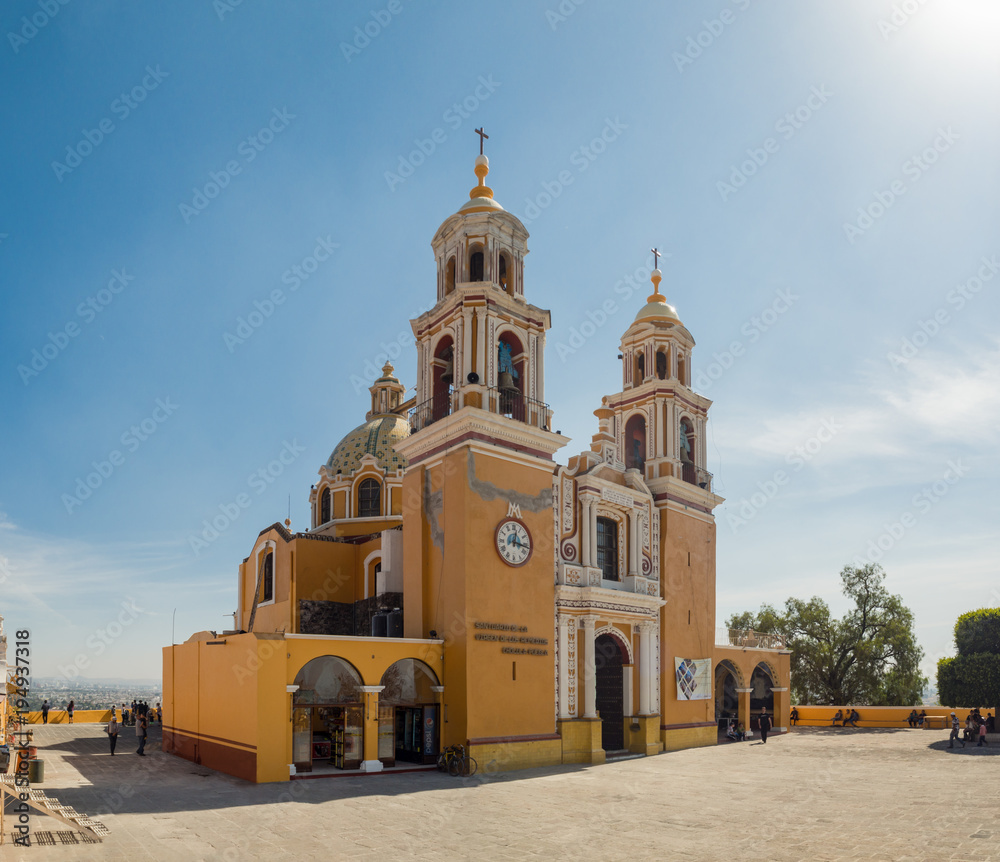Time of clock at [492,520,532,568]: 12:16
